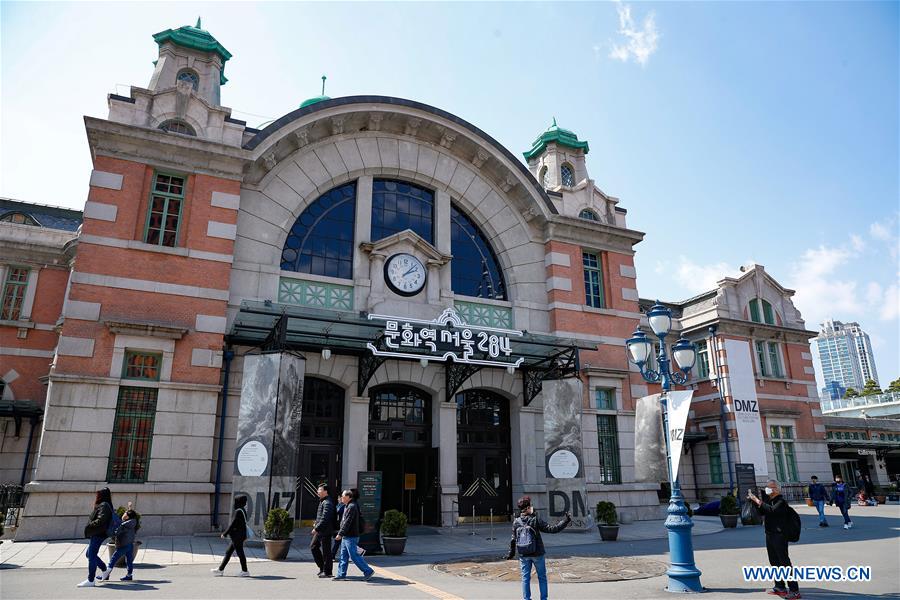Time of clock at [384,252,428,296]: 2:07
